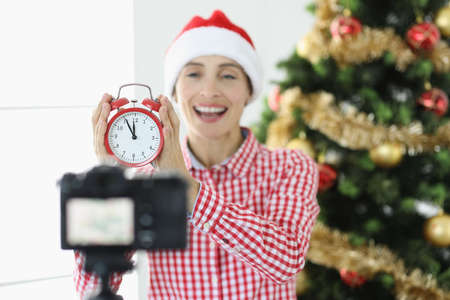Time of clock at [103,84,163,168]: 11:55
